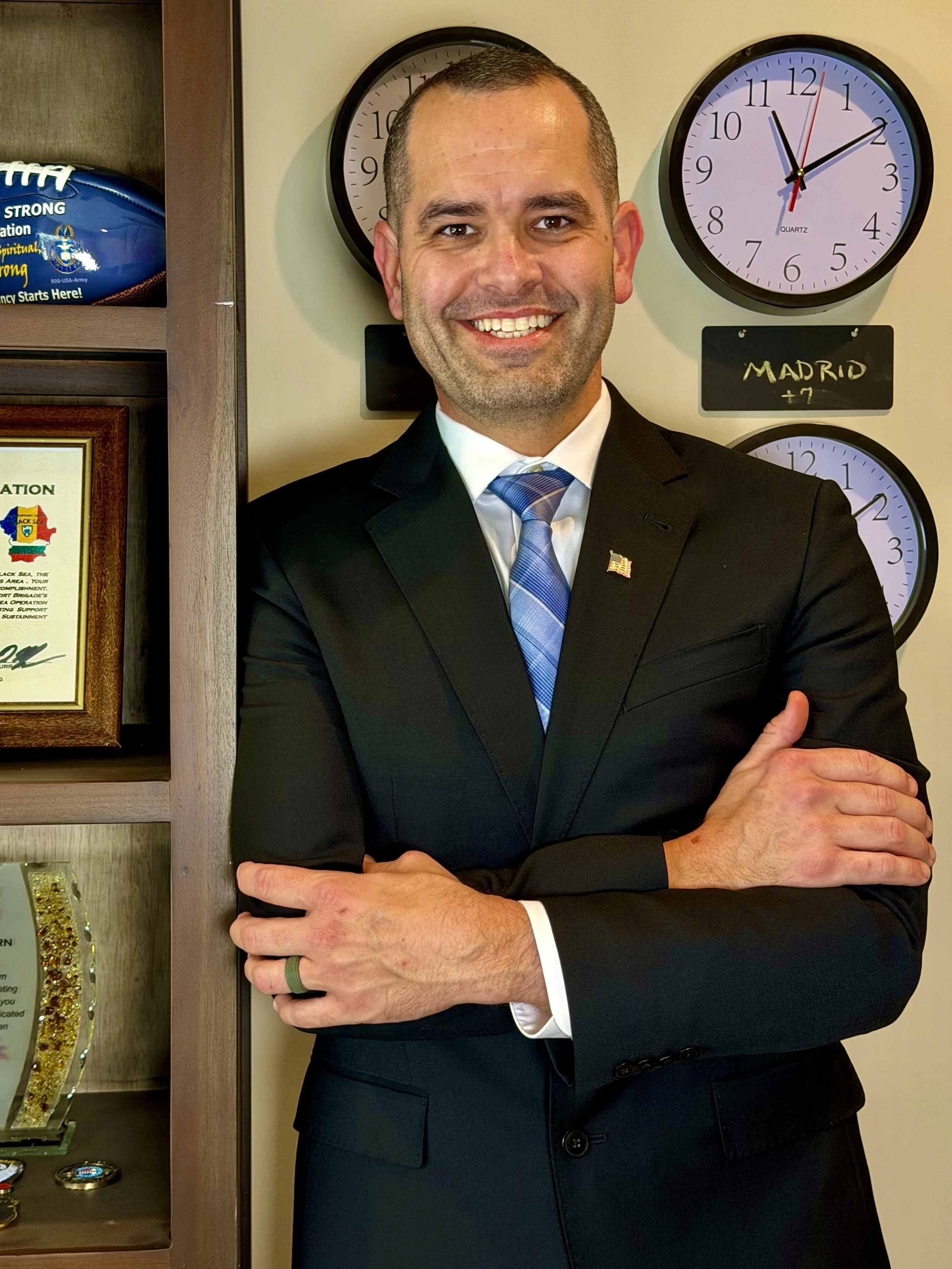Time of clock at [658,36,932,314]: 11:09
